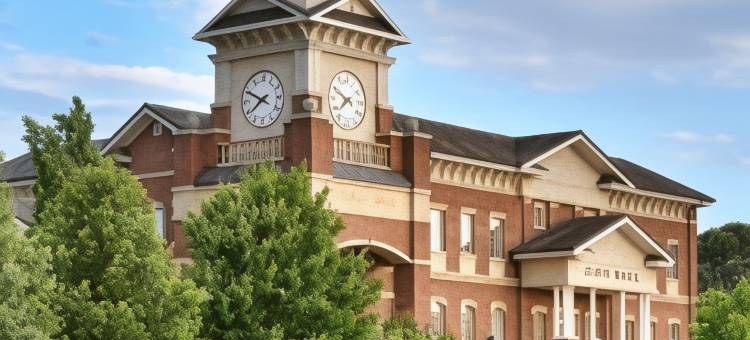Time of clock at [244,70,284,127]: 7:49
